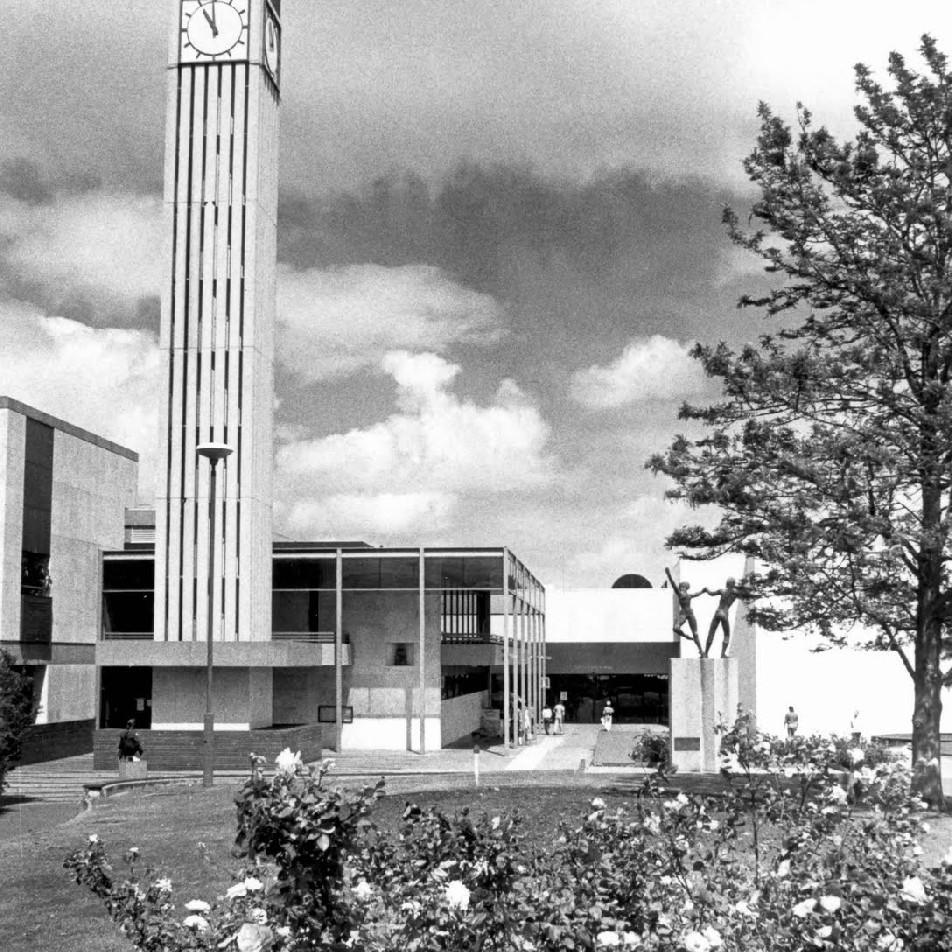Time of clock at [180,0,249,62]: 10:59
